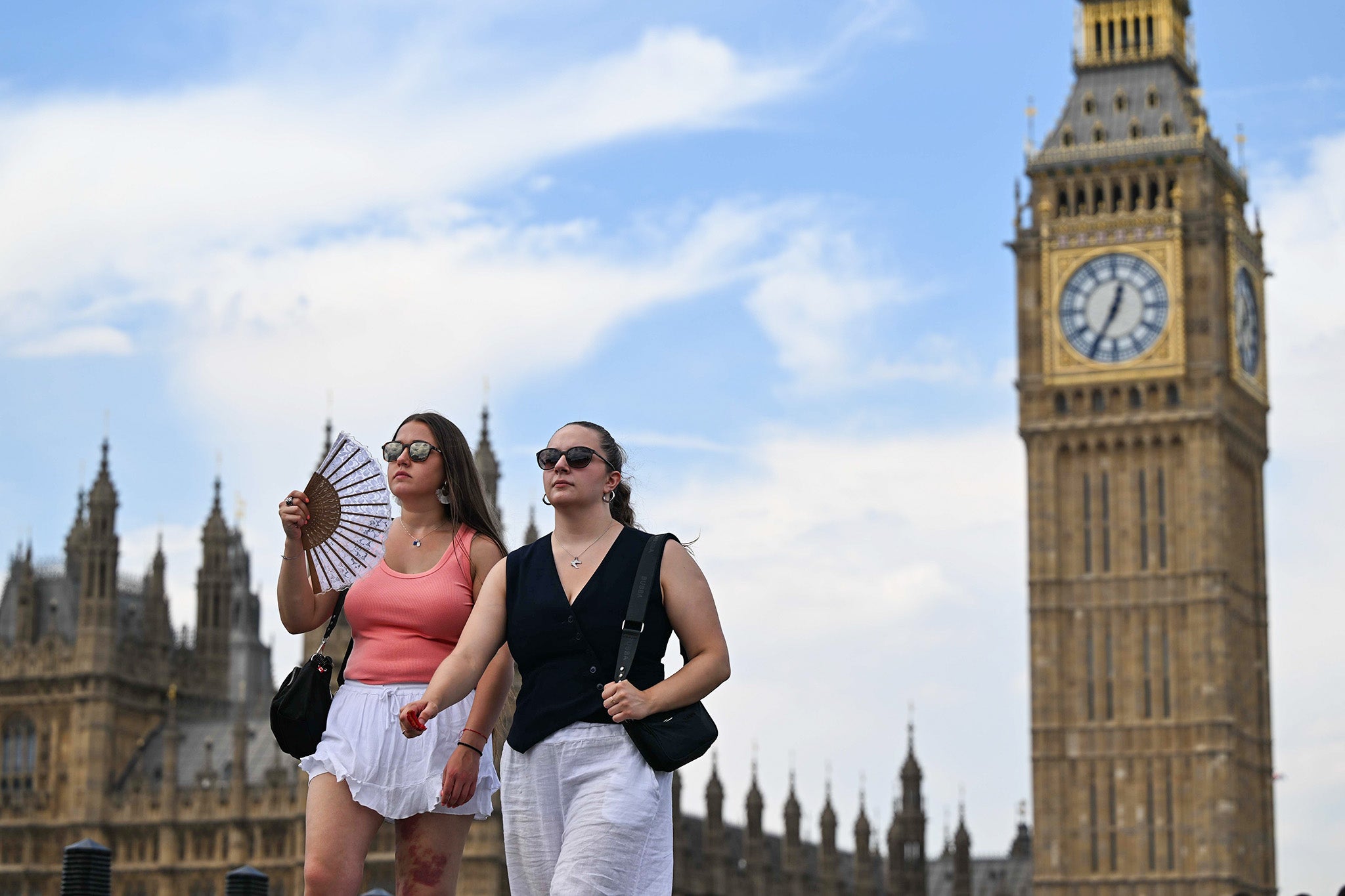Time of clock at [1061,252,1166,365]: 12:34
